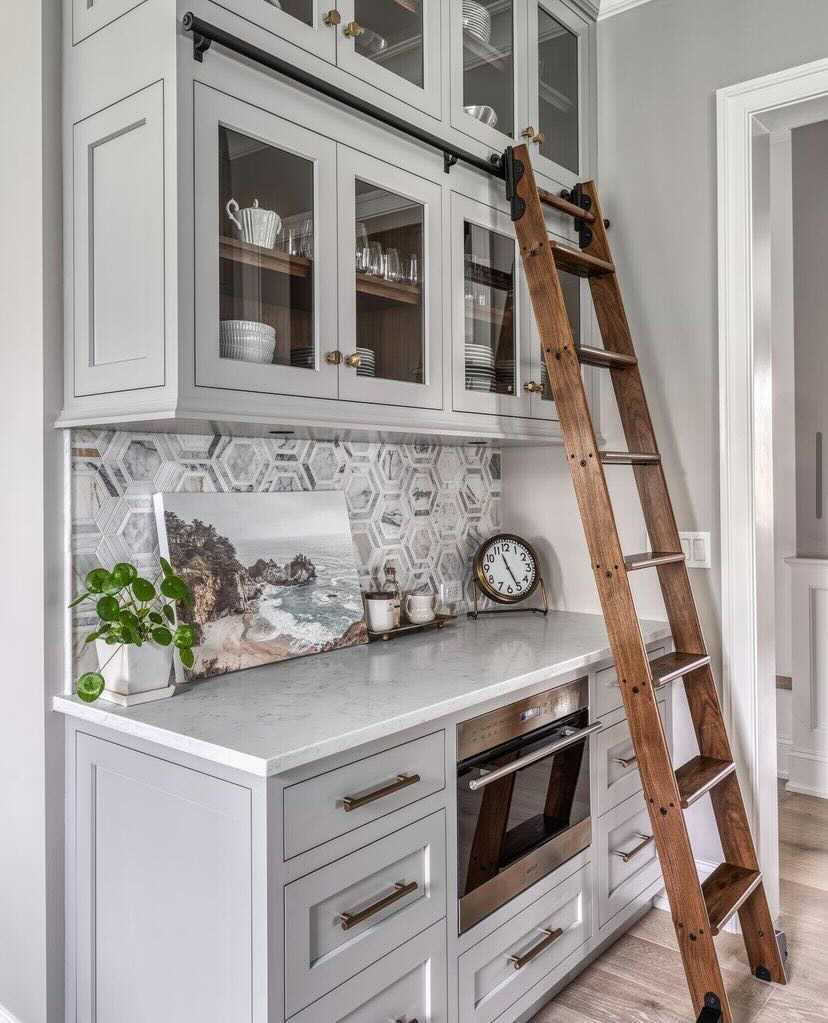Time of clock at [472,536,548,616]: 11:25
